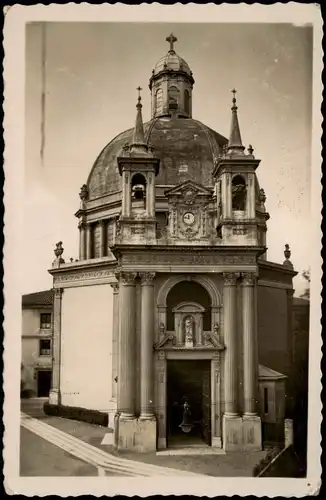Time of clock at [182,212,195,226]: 11:46
